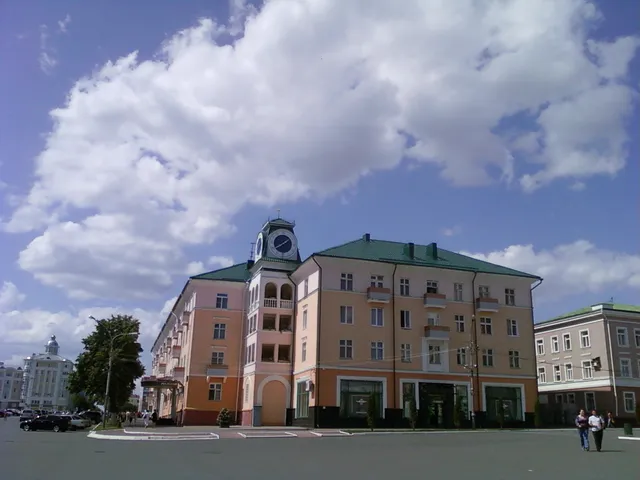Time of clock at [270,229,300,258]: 1:39
